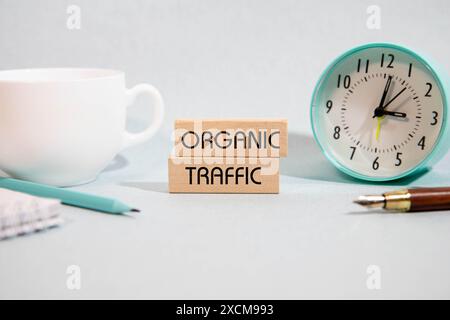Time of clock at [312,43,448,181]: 3:01
